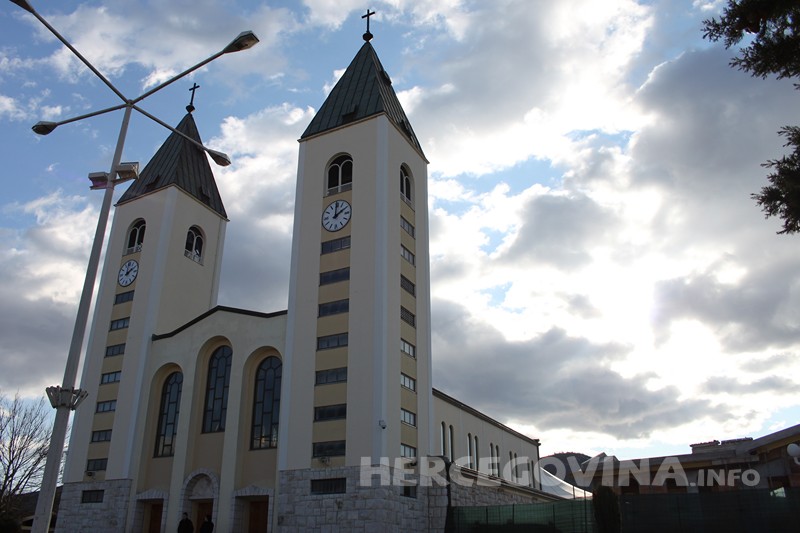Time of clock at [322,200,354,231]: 2:00
